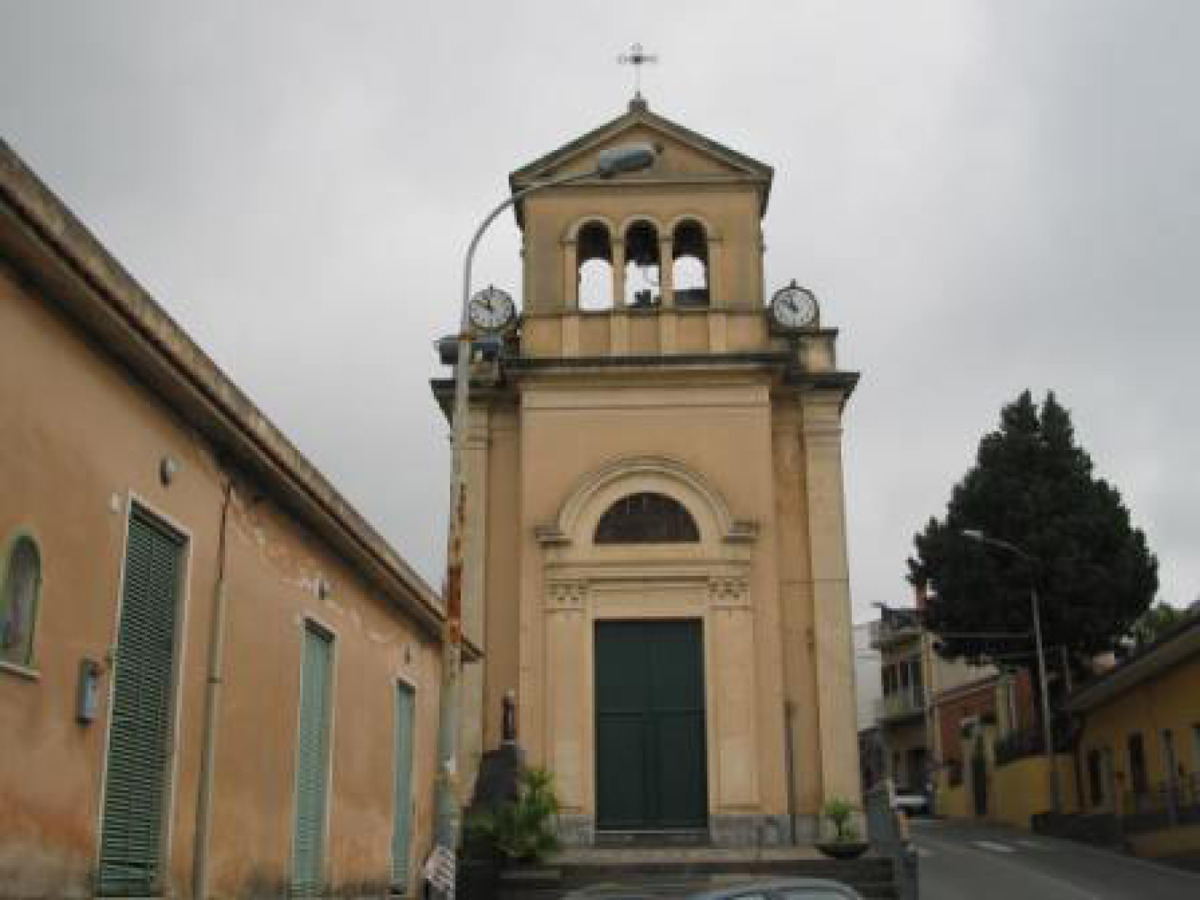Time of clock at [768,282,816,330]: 9:57
